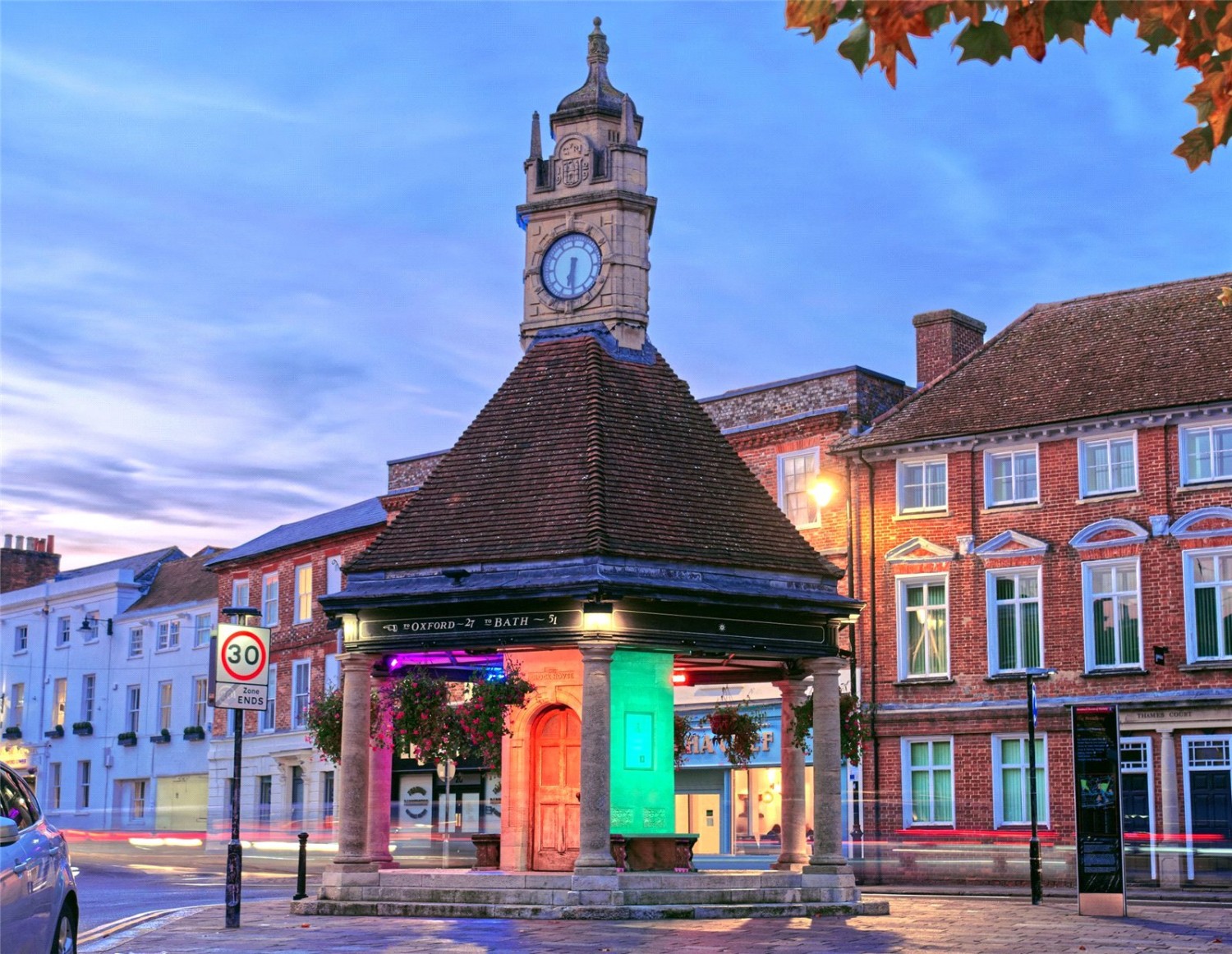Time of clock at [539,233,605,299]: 6:29
